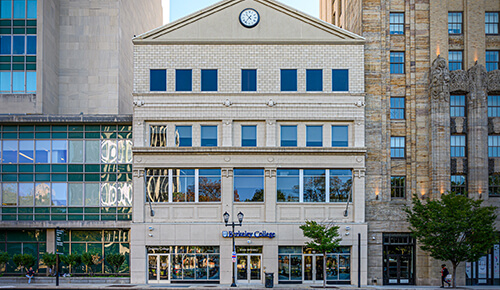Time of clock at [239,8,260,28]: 4:36
